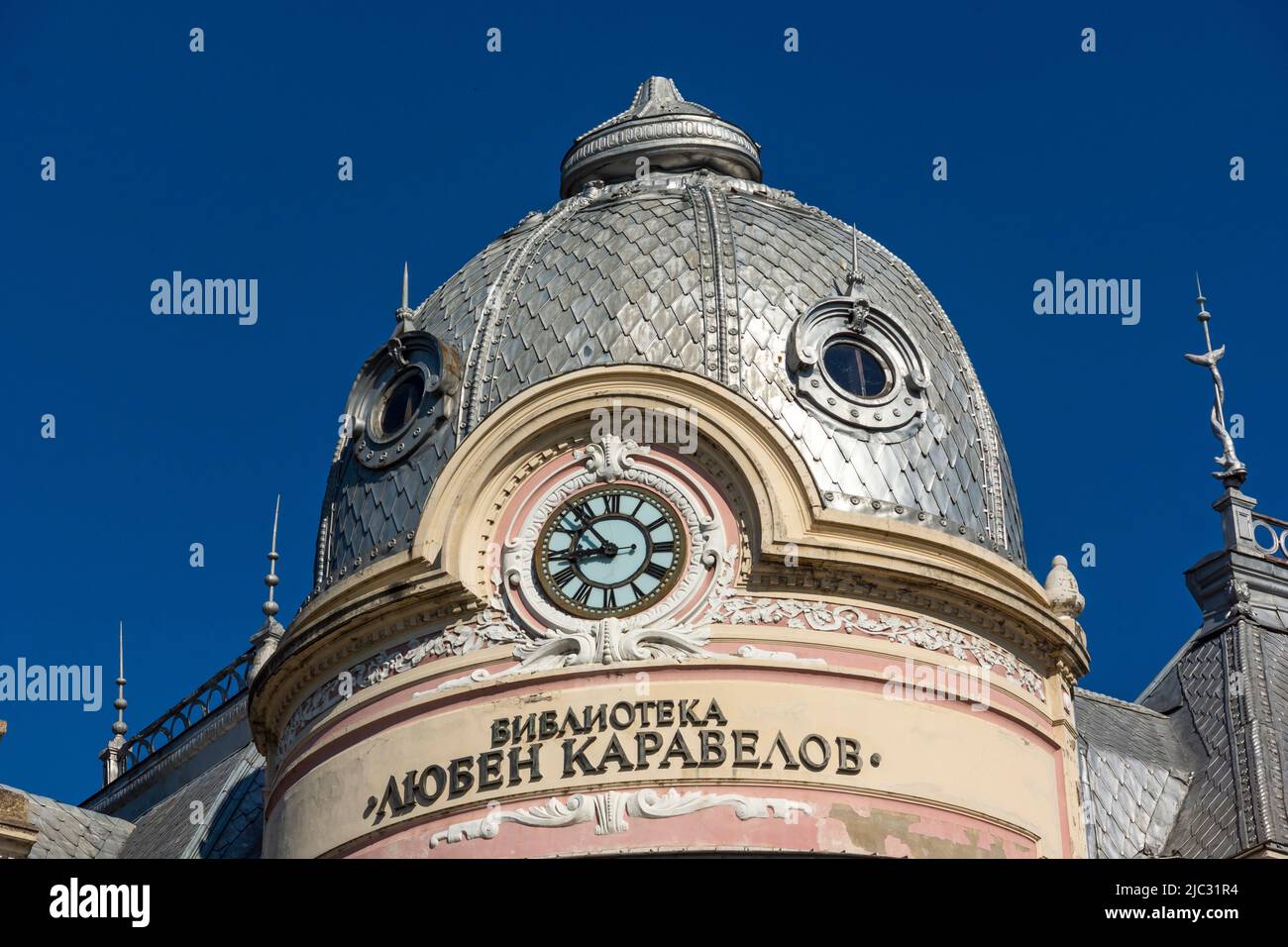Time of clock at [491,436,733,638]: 8:53
